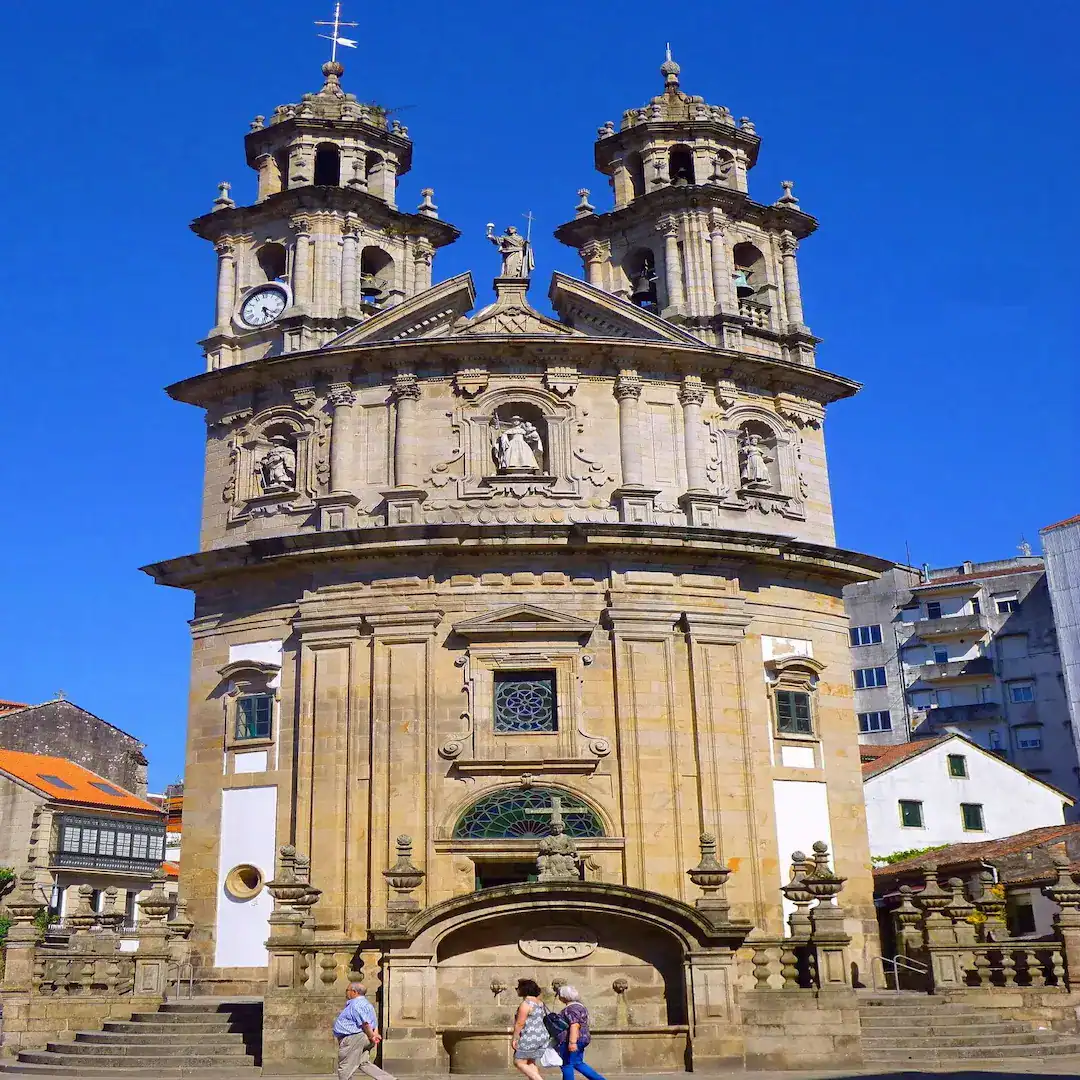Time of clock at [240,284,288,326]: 5:21
